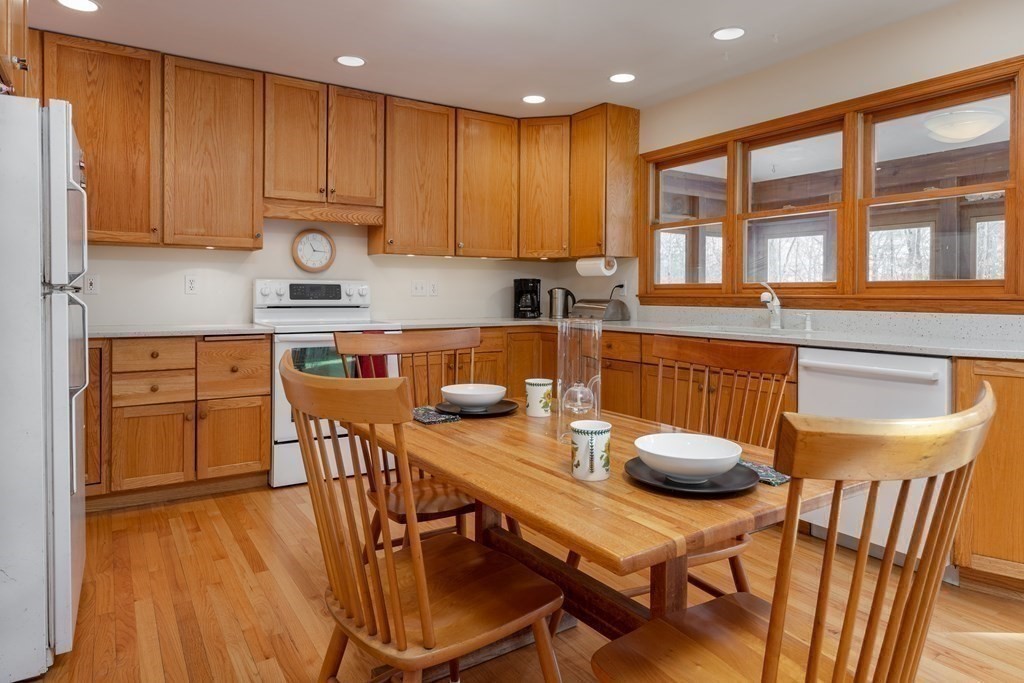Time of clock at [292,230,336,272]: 11:15
